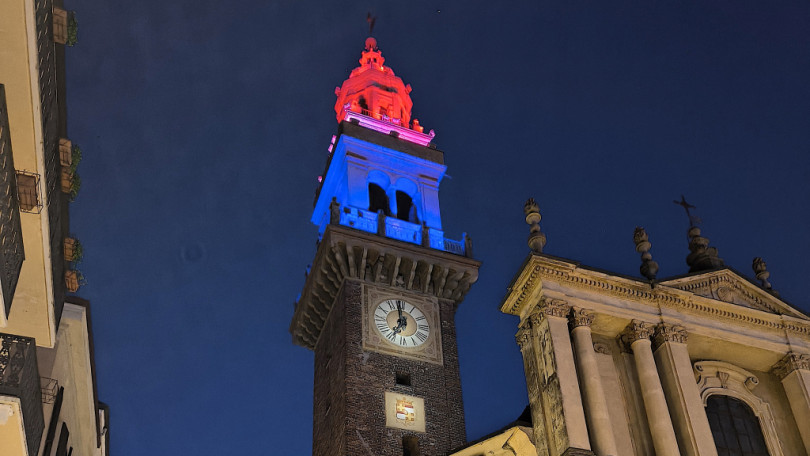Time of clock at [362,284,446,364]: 6:58
